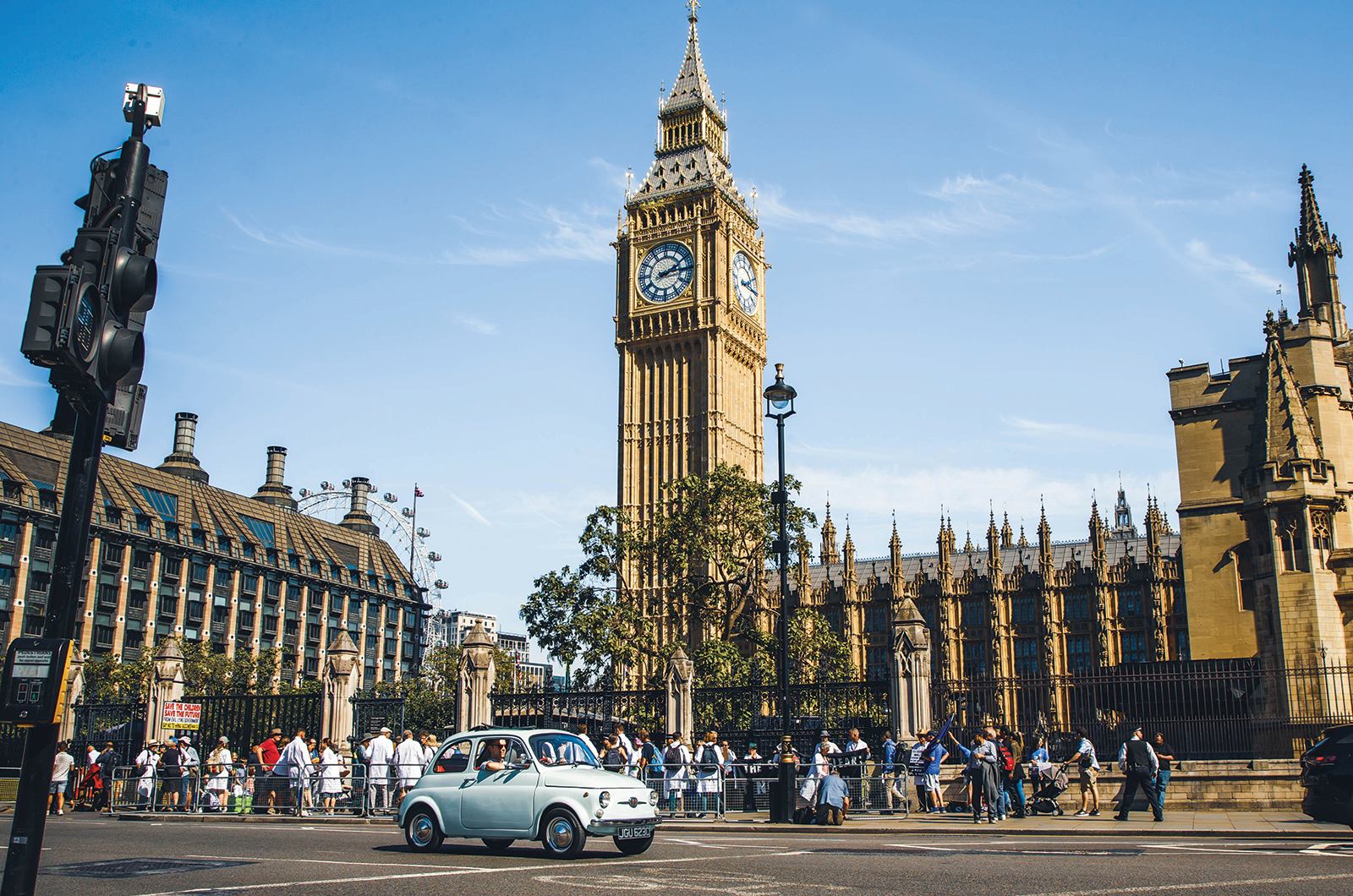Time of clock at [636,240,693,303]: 2:13
